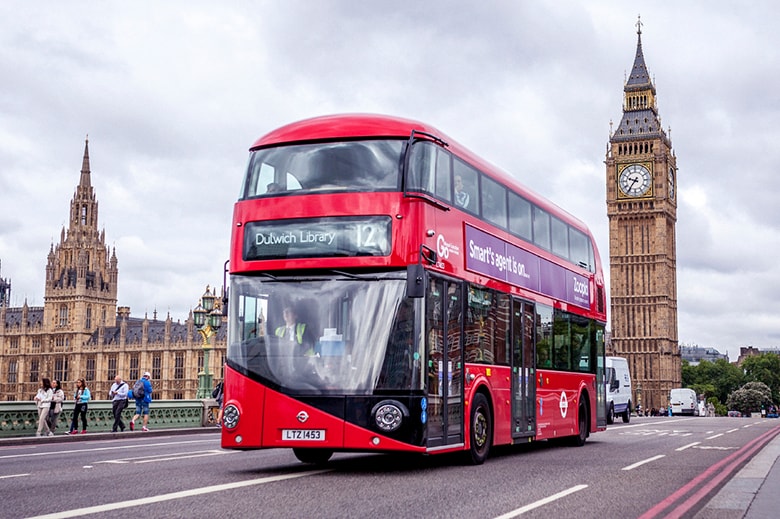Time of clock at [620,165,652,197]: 9:36
